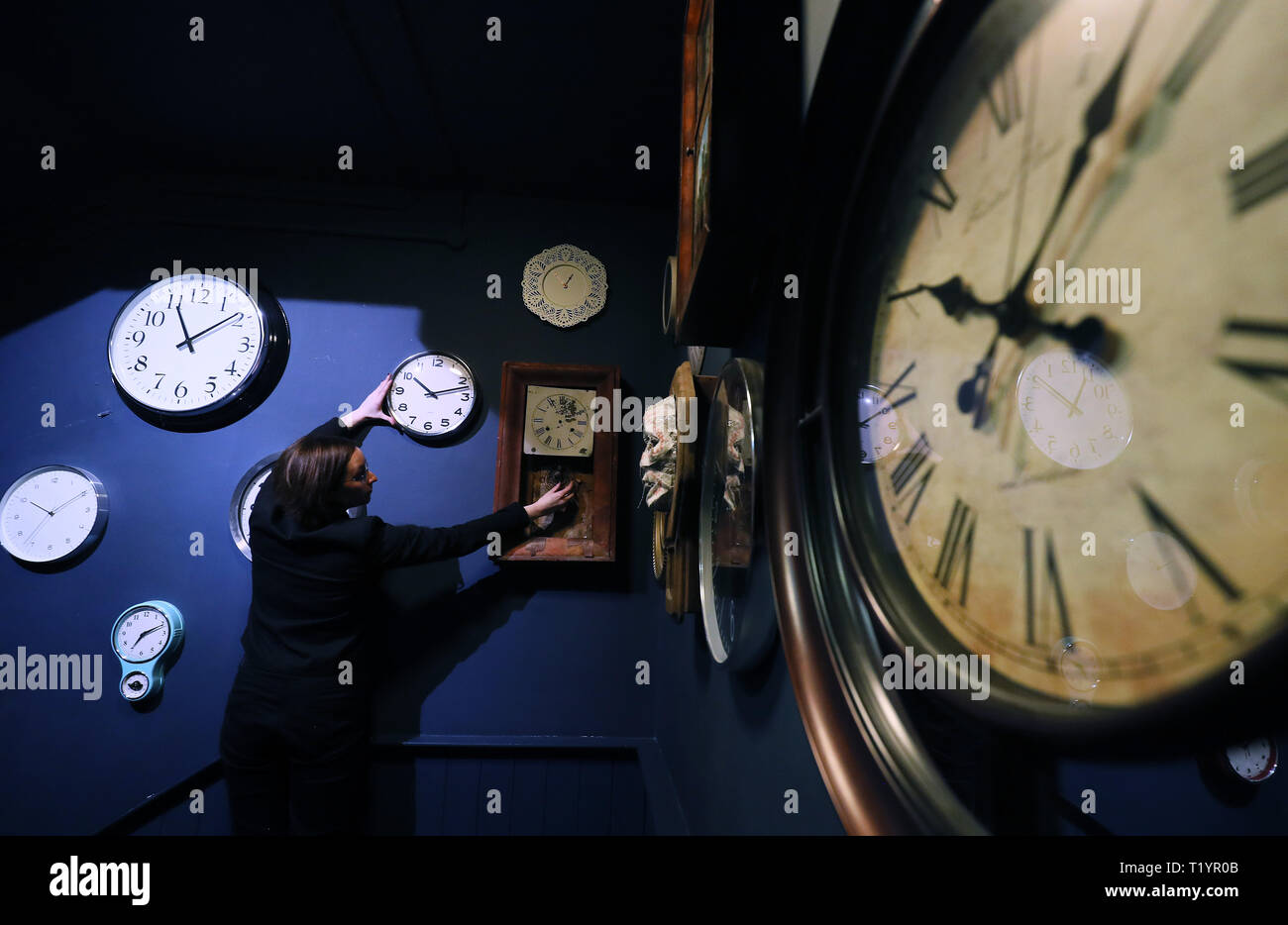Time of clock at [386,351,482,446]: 10:12
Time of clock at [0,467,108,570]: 10:09
